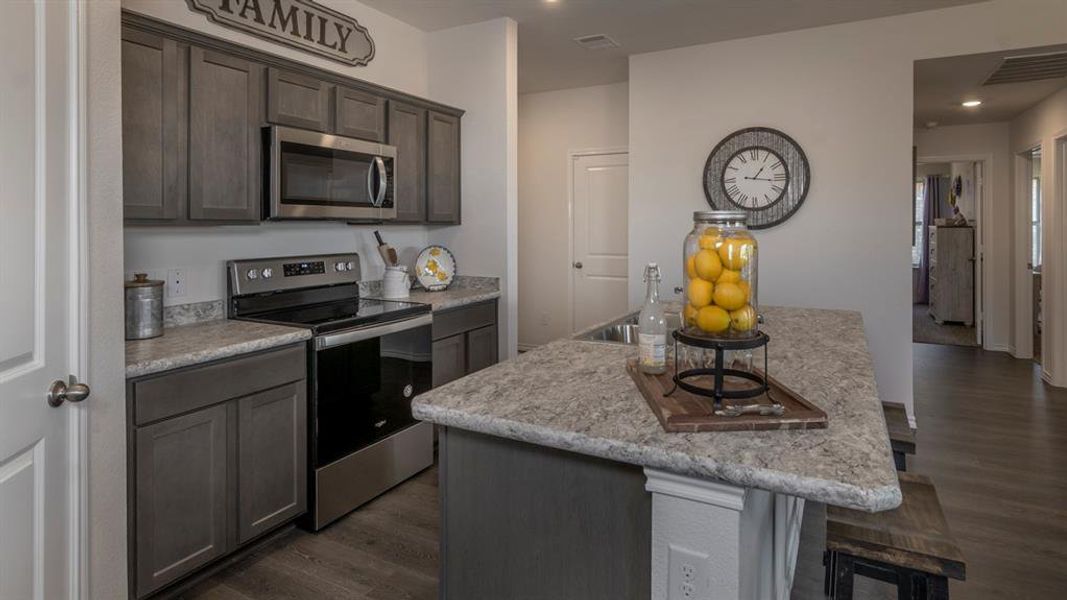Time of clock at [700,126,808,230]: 1:16
